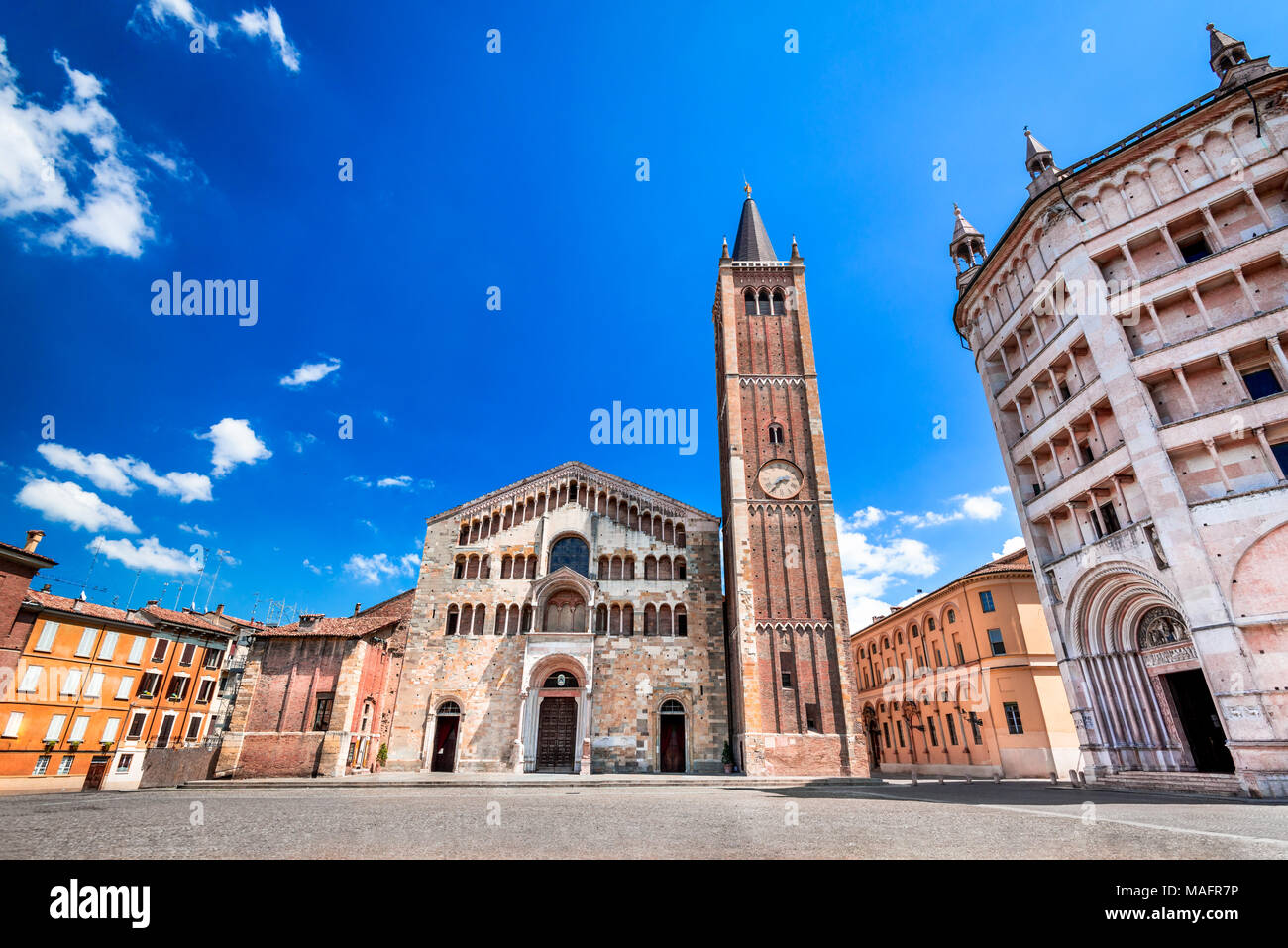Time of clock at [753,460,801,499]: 2:36
